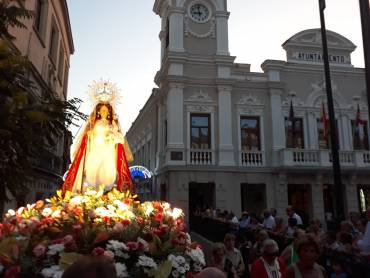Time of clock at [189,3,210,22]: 8:58
